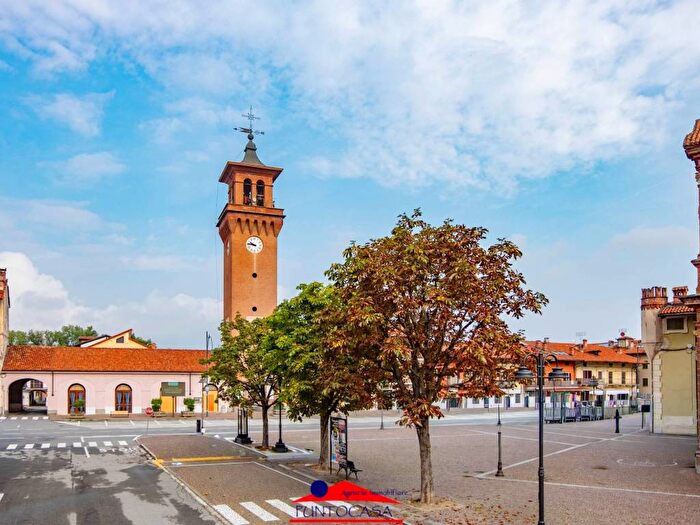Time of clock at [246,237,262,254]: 9:45
